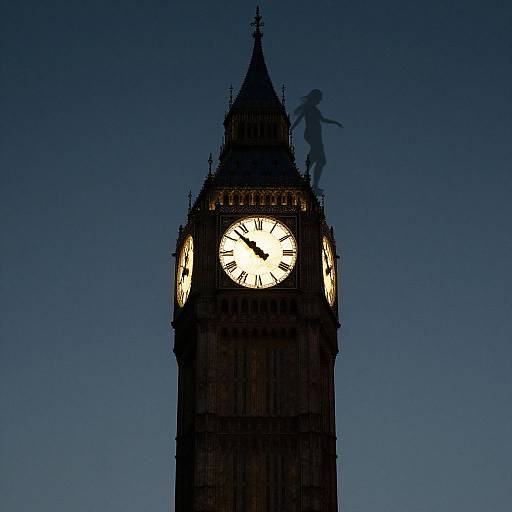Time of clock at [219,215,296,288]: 10:52
